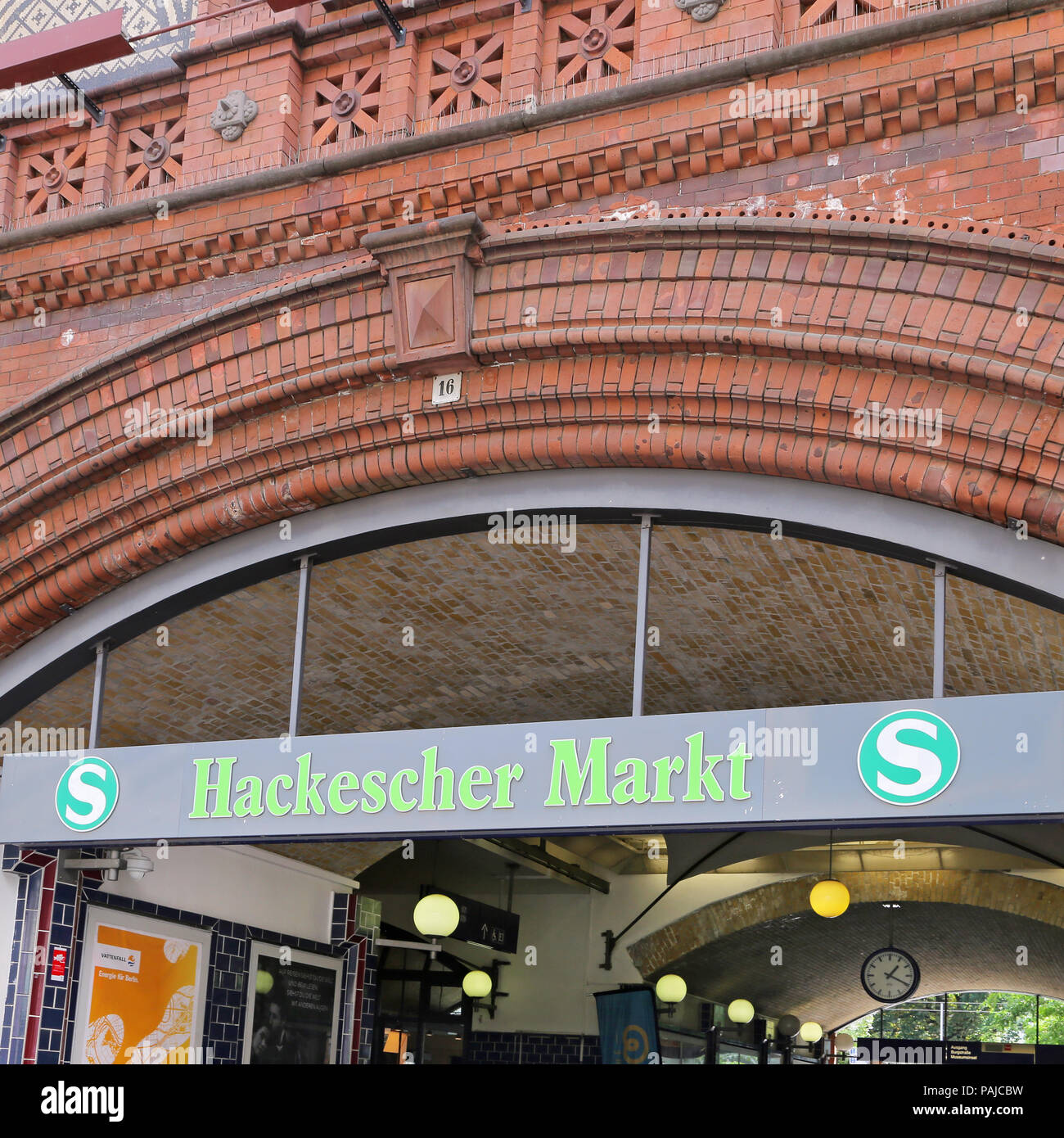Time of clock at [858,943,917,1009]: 1:19
